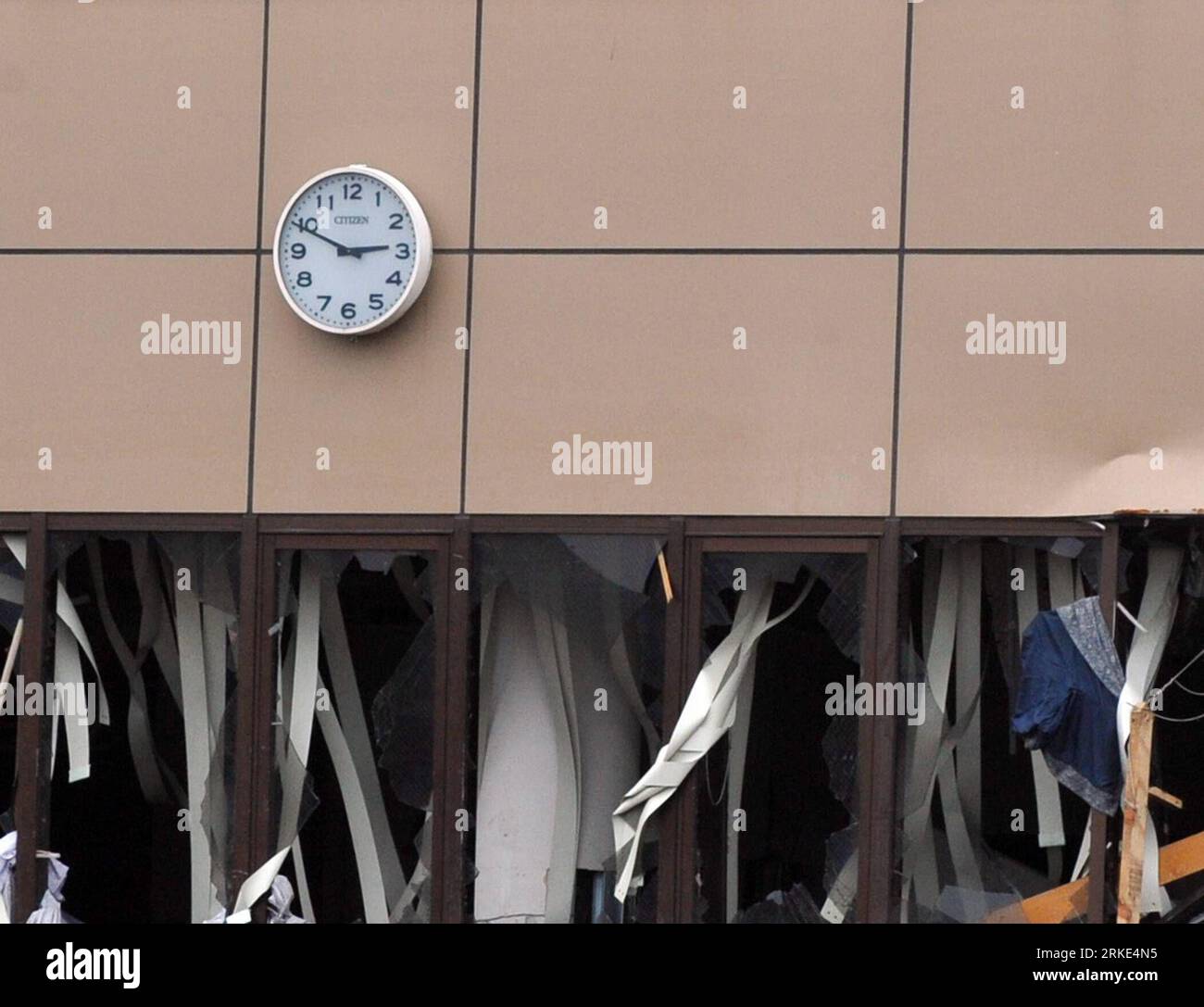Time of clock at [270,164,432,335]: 2:49
